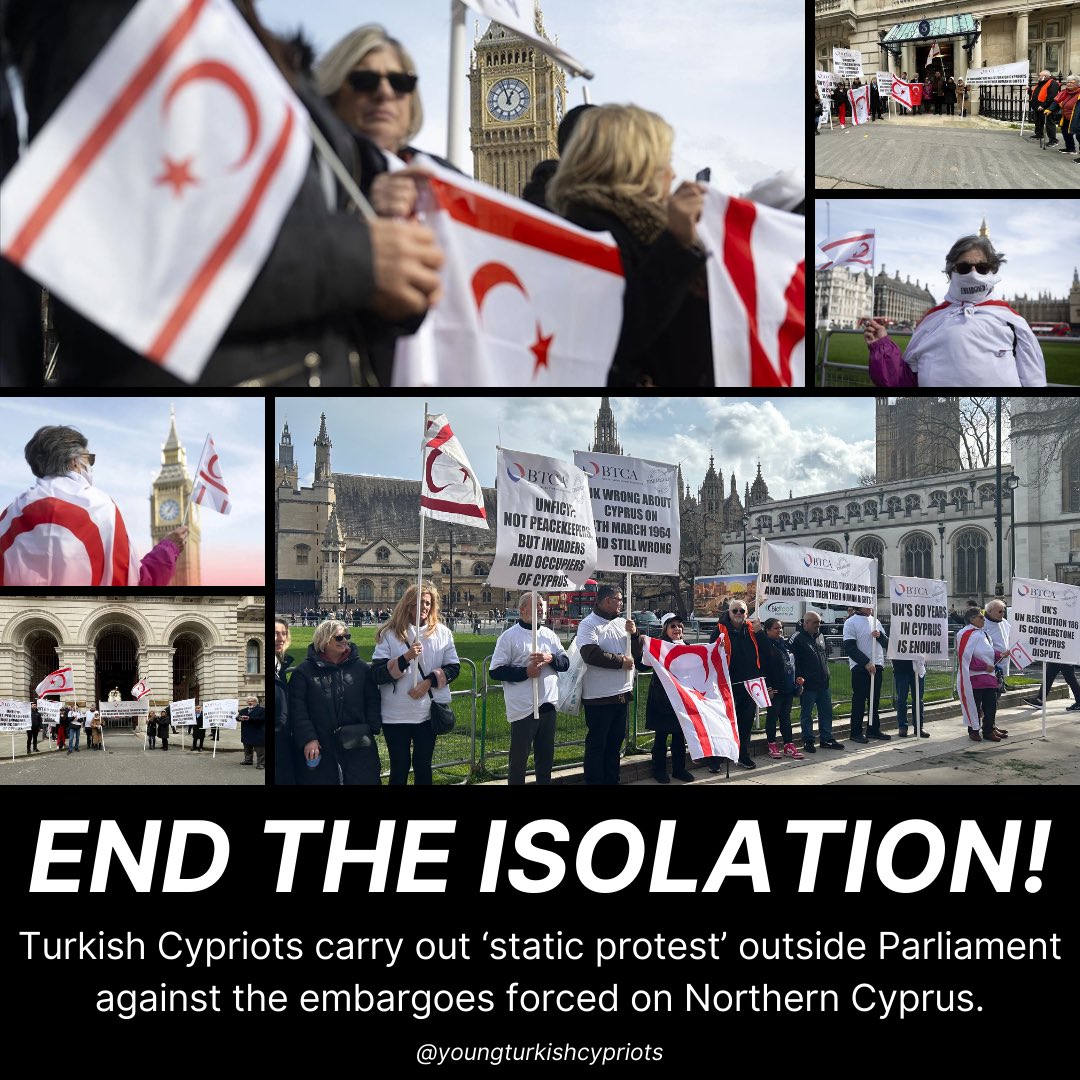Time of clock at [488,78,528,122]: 12:57
